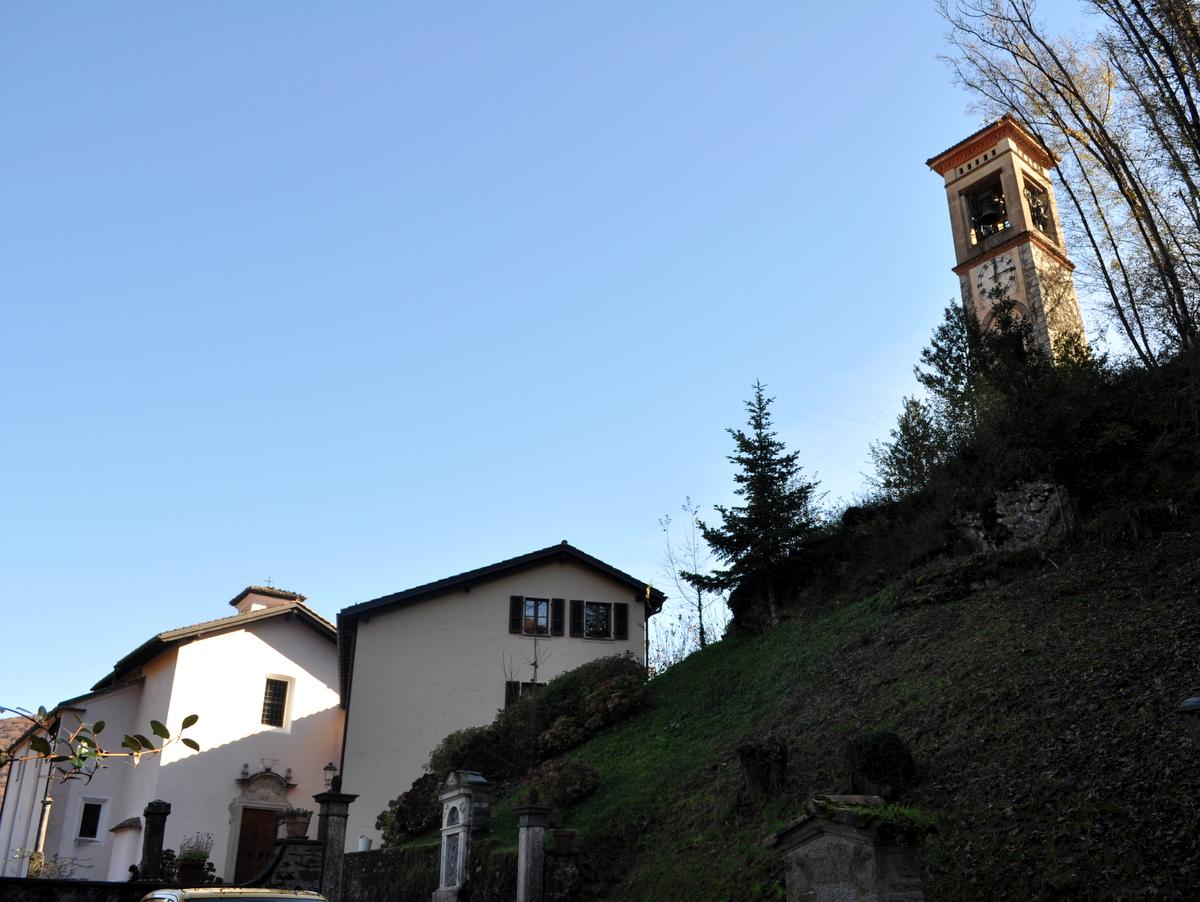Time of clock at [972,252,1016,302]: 12:13
